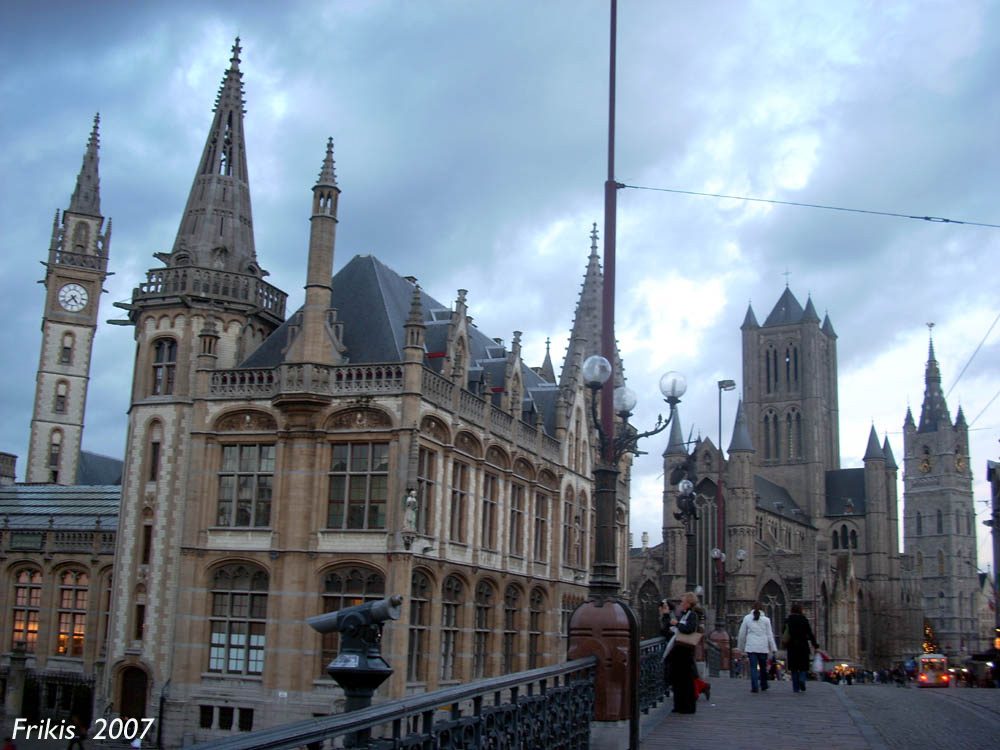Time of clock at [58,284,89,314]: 4:37
